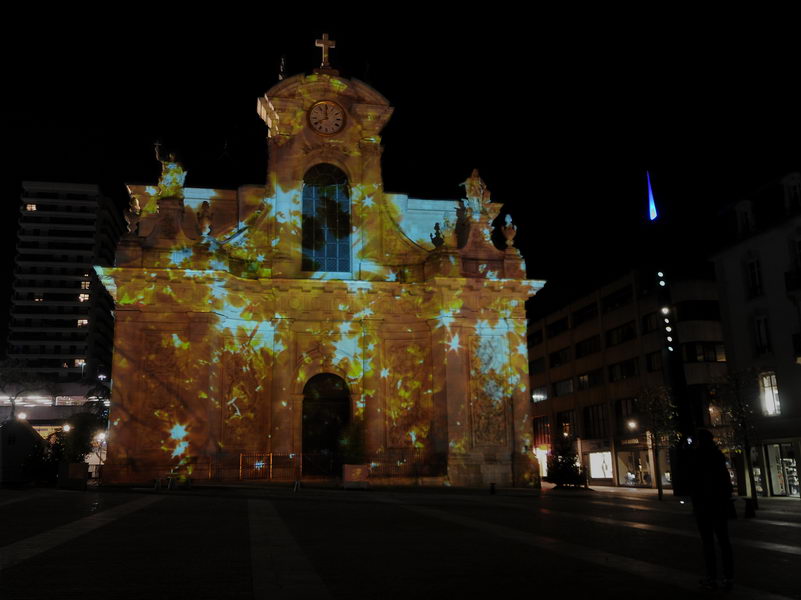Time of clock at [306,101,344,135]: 11:40
